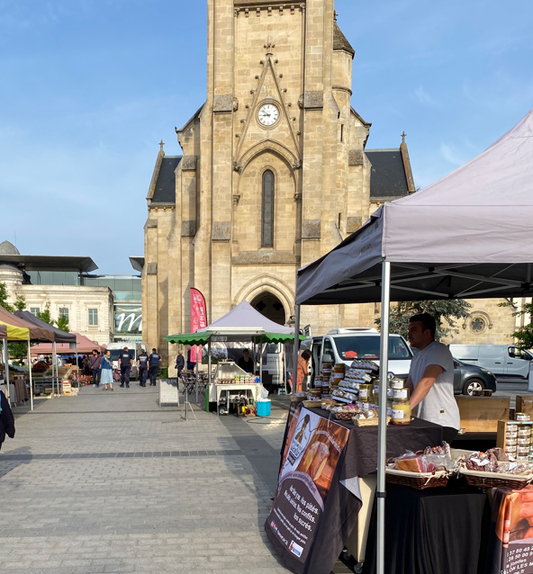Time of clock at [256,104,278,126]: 8:51
